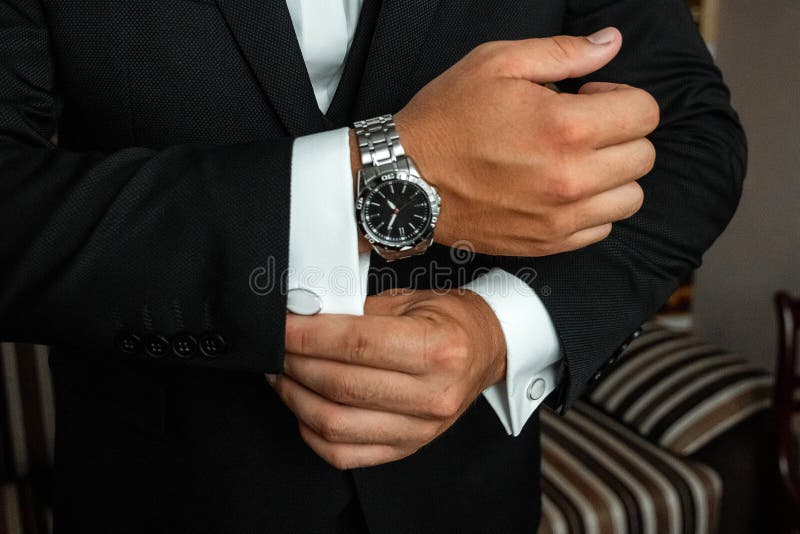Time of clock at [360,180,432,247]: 10:35
